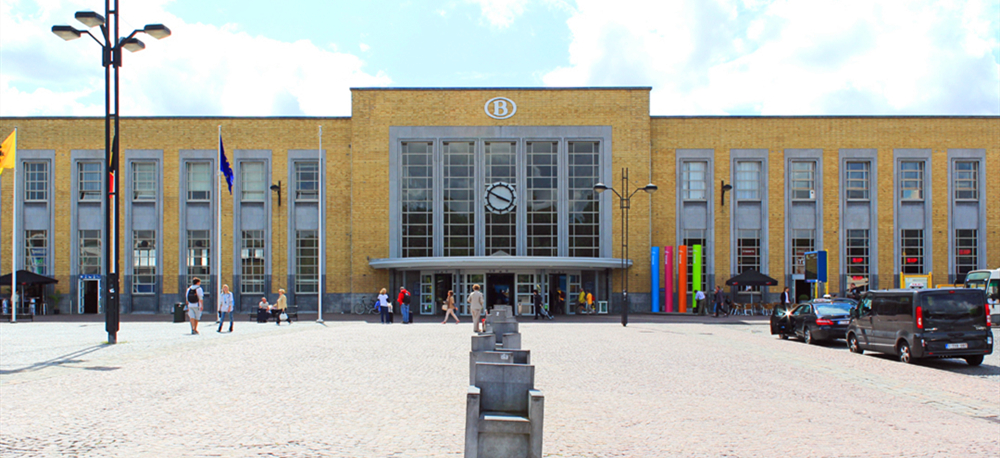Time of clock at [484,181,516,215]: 3:49
